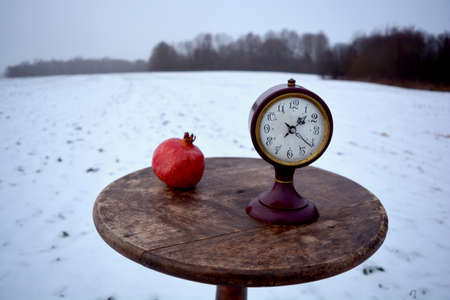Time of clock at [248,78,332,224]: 1:21
